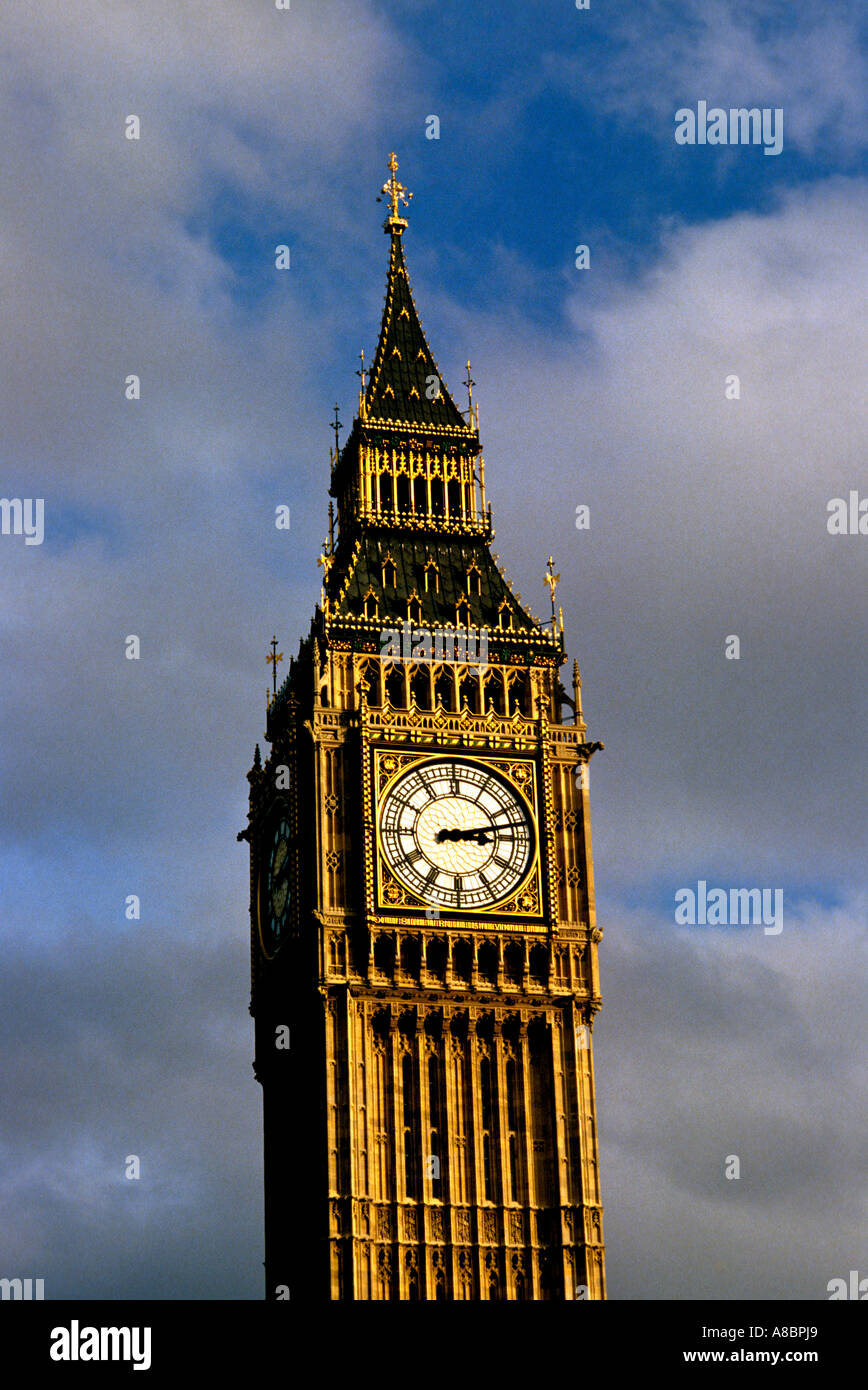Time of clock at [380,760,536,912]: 3:12
